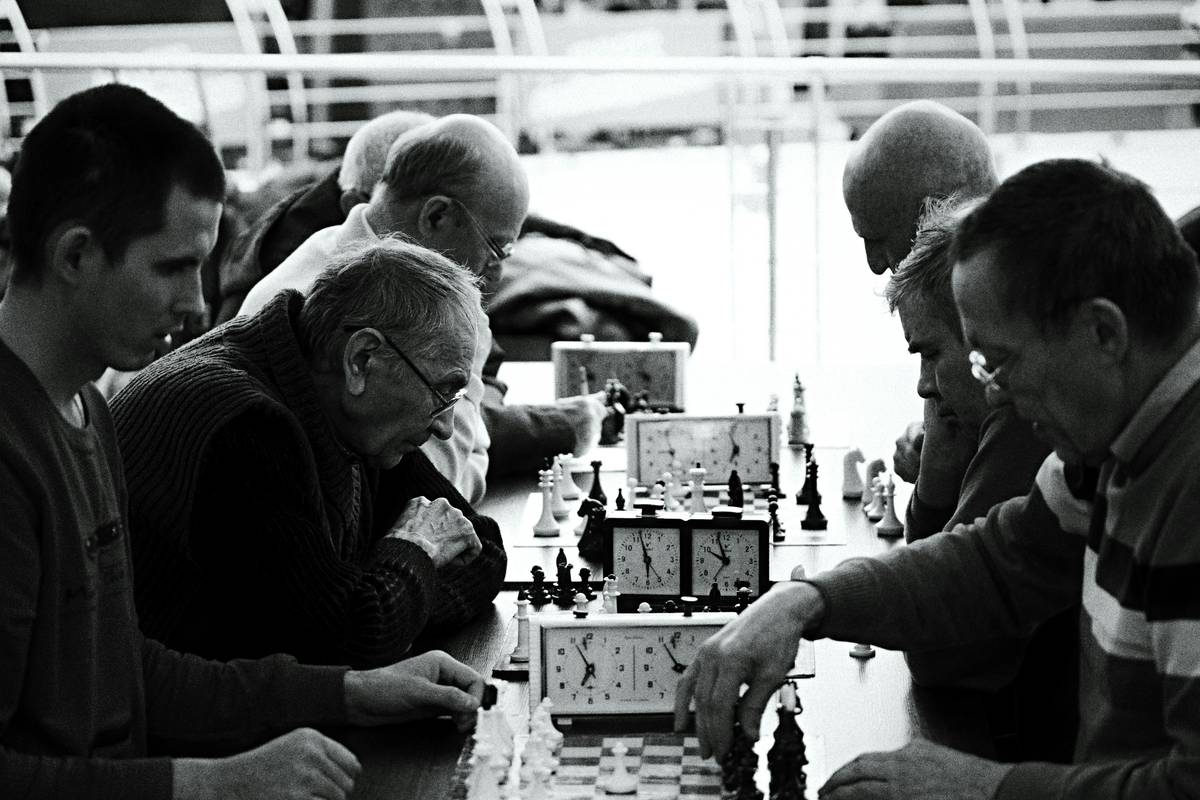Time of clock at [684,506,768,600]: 9:56
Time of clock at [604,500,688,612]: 5:57
